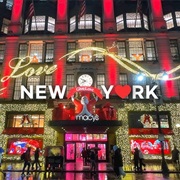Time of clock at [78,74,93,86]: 7:49
